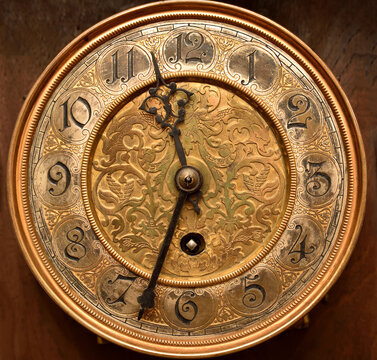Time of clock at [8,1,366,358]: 11:33
